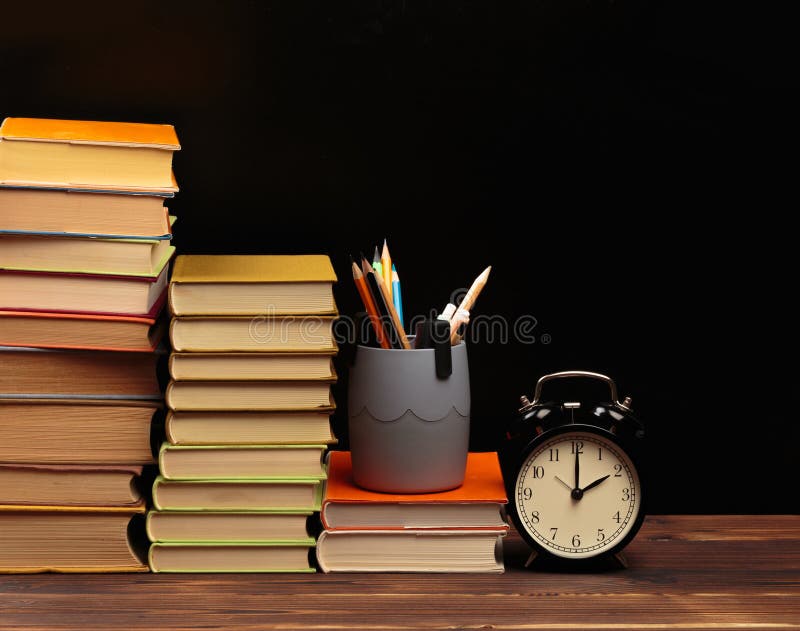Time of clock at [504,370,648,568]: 2:00
